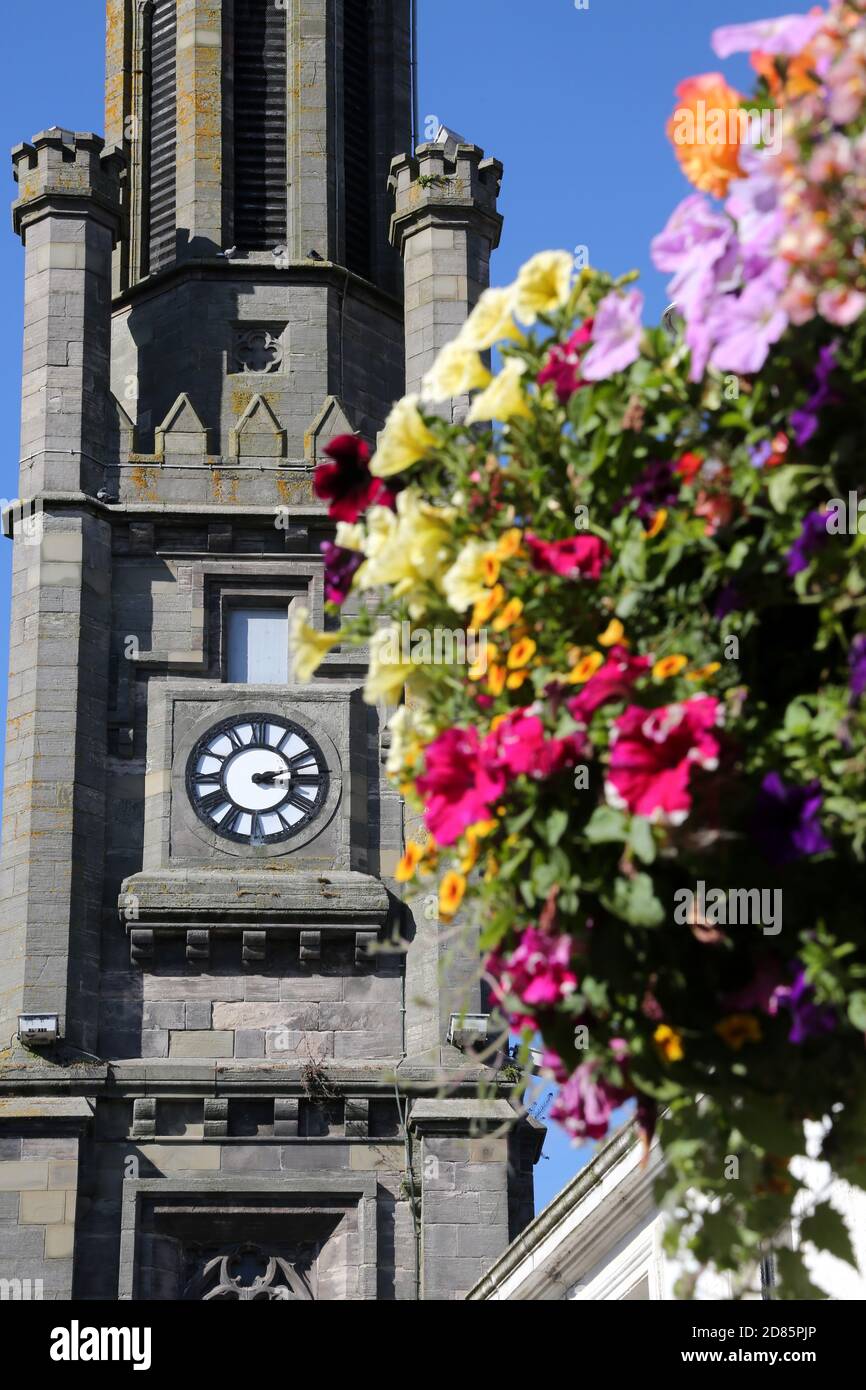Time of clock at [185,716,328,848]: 3:12
